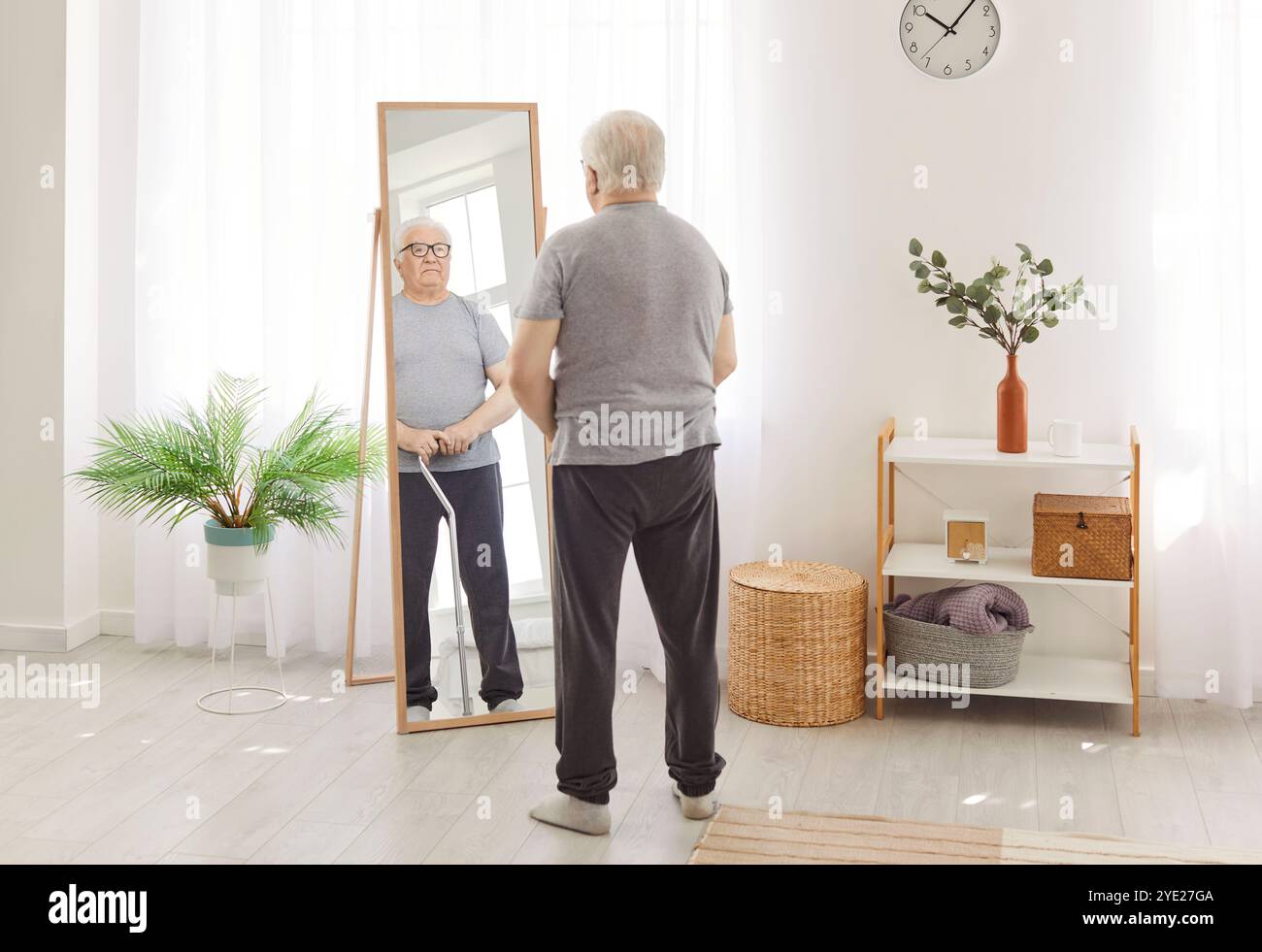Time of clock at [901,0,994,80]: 10:06
